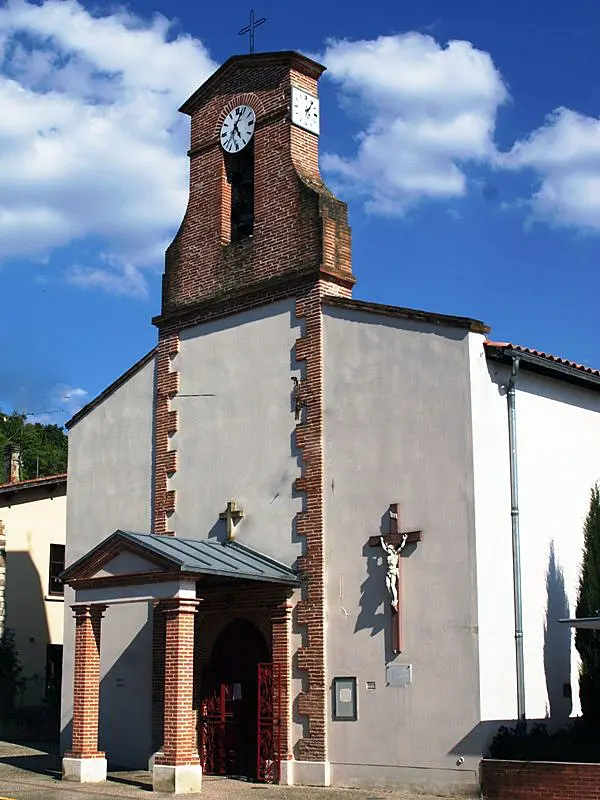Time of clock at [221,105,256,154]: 5:04
